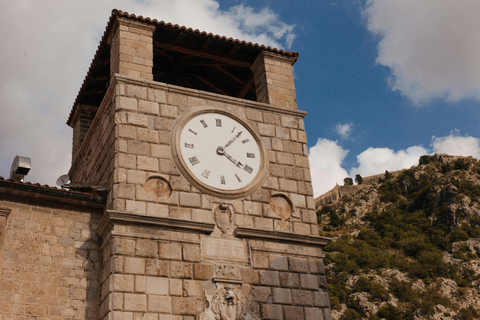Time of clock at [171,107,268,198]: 4:07
